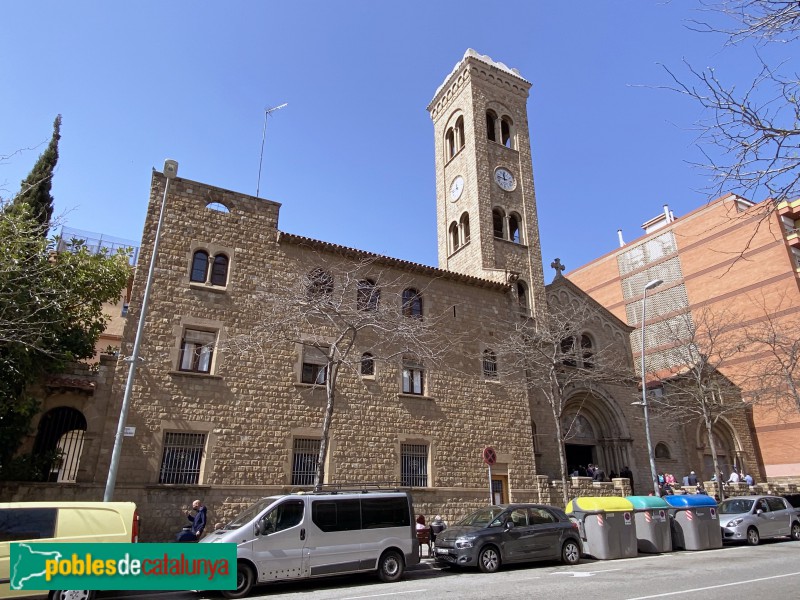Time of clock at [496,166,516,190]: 11:46
